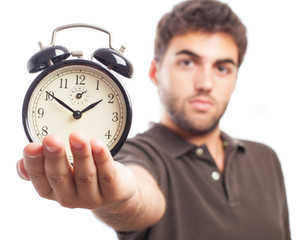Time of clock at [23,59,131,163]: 1:50
